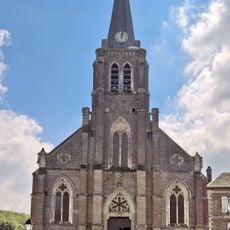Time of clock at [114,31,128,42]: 12:02
